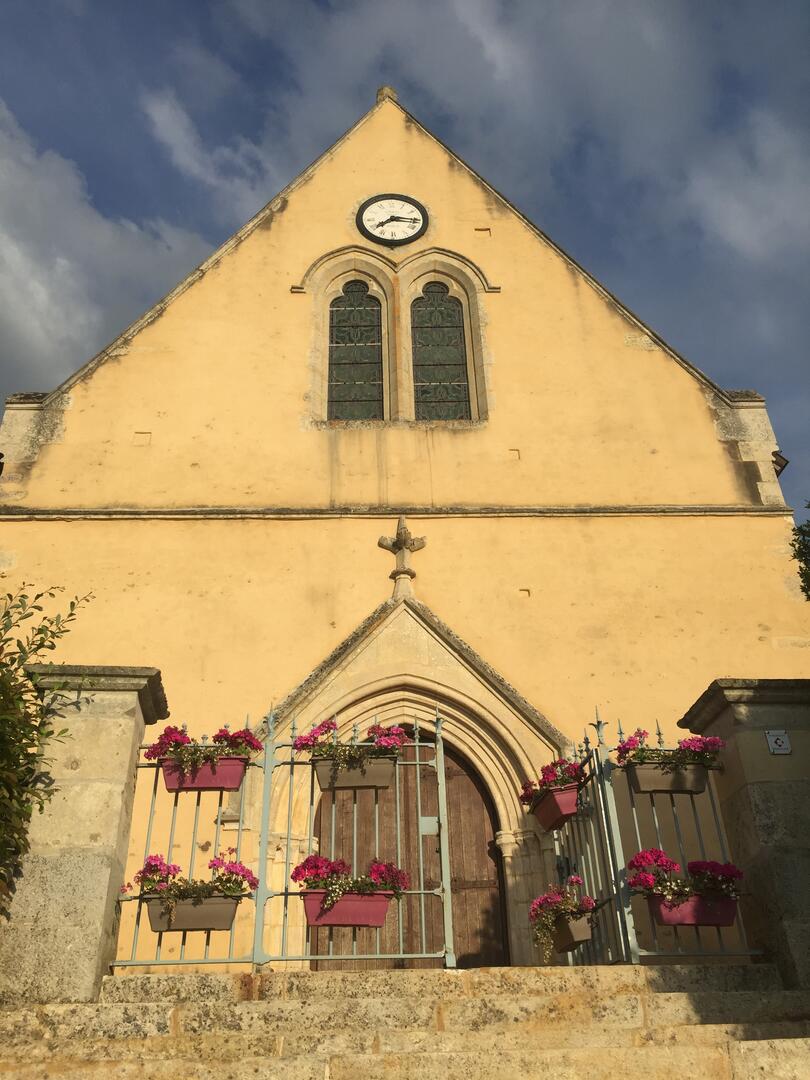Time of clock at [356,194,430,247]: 8:16
